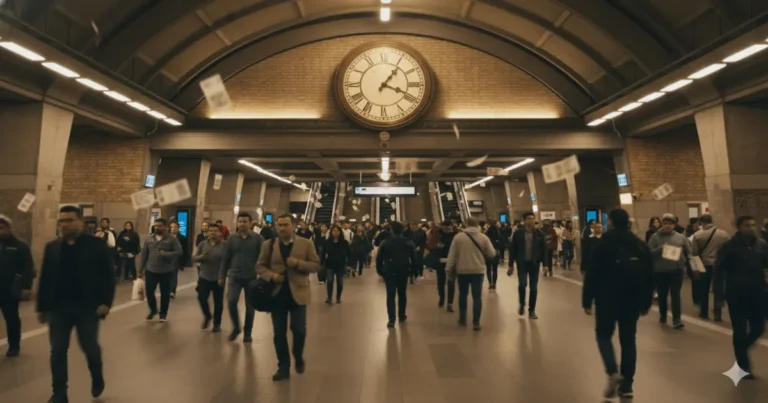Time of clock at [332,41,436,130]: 1:18
